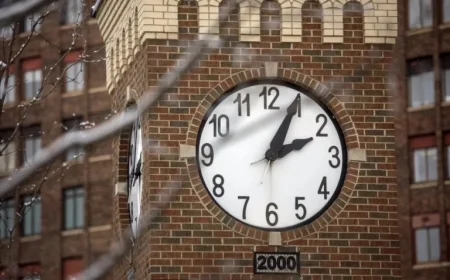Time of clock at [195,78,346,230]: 2:04
